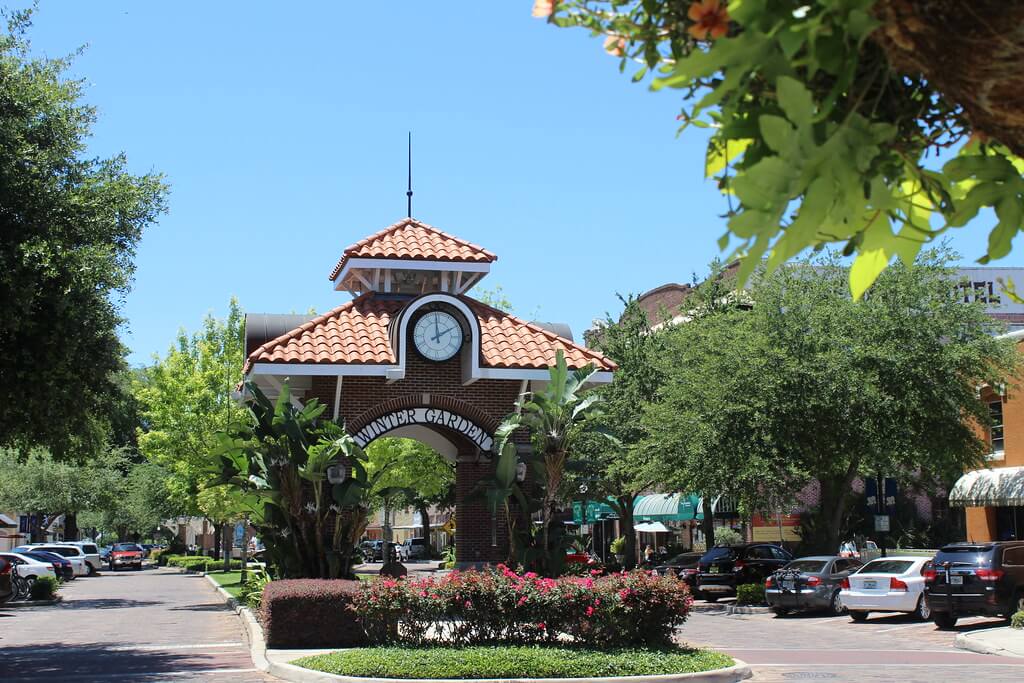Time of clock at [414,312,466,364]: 1:59
